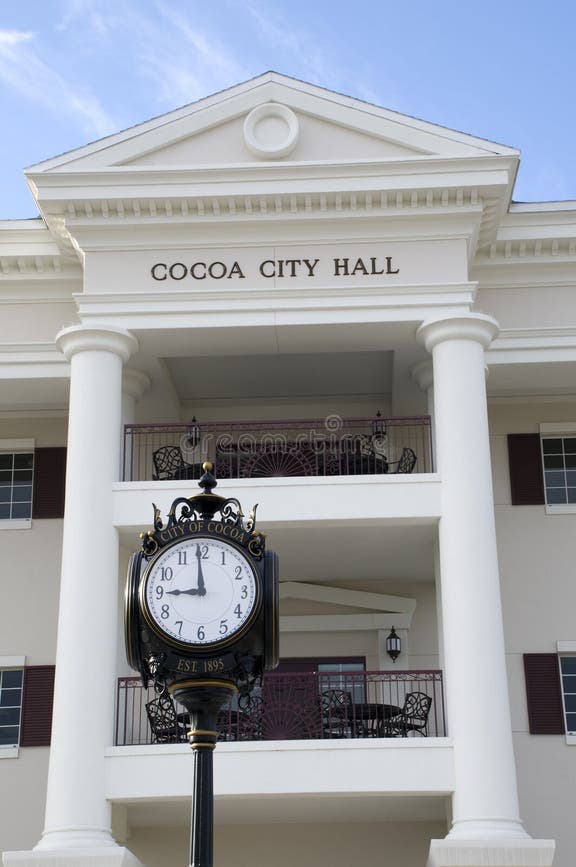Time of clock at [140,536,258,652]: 8:59
